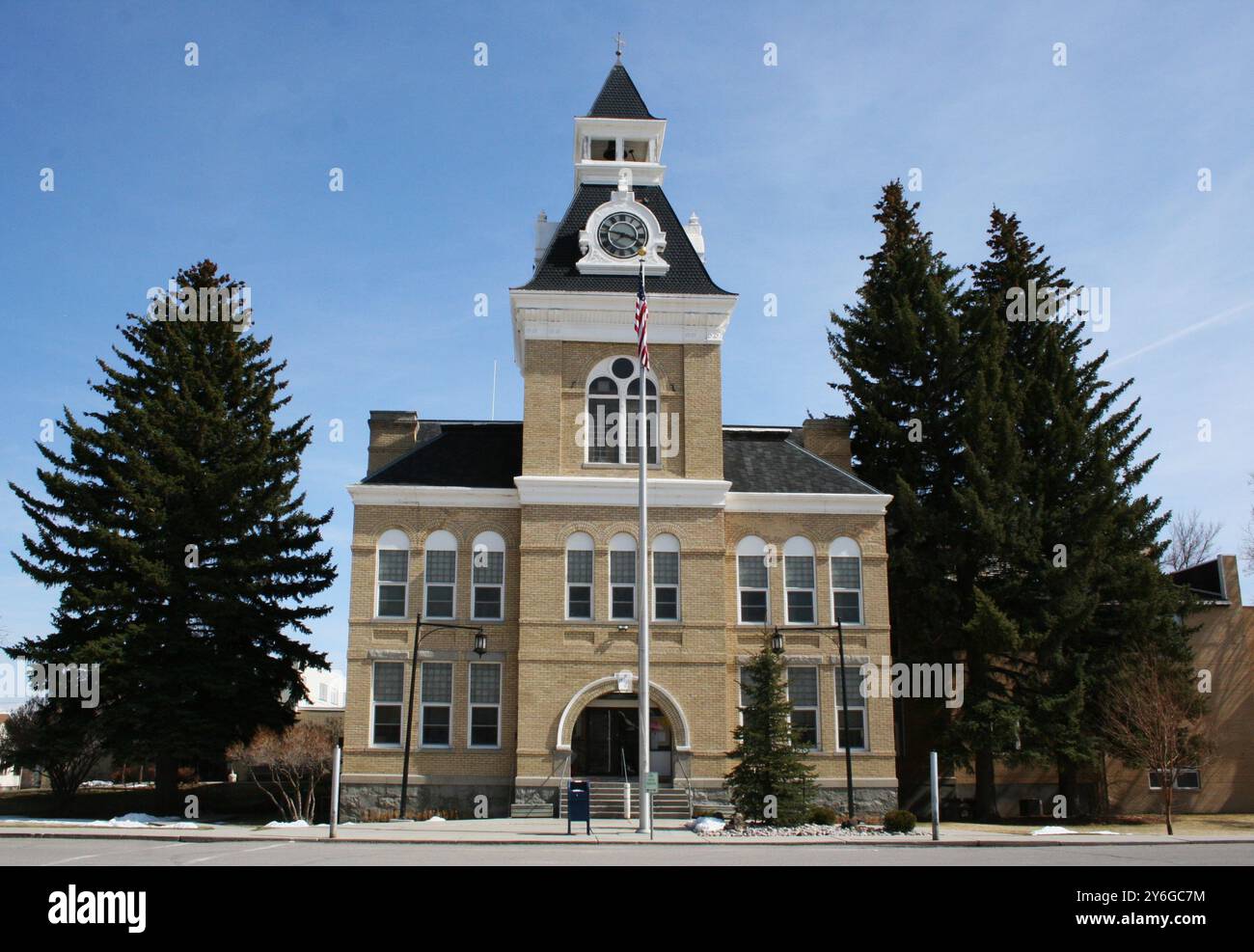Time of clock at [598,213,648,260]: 3:47
